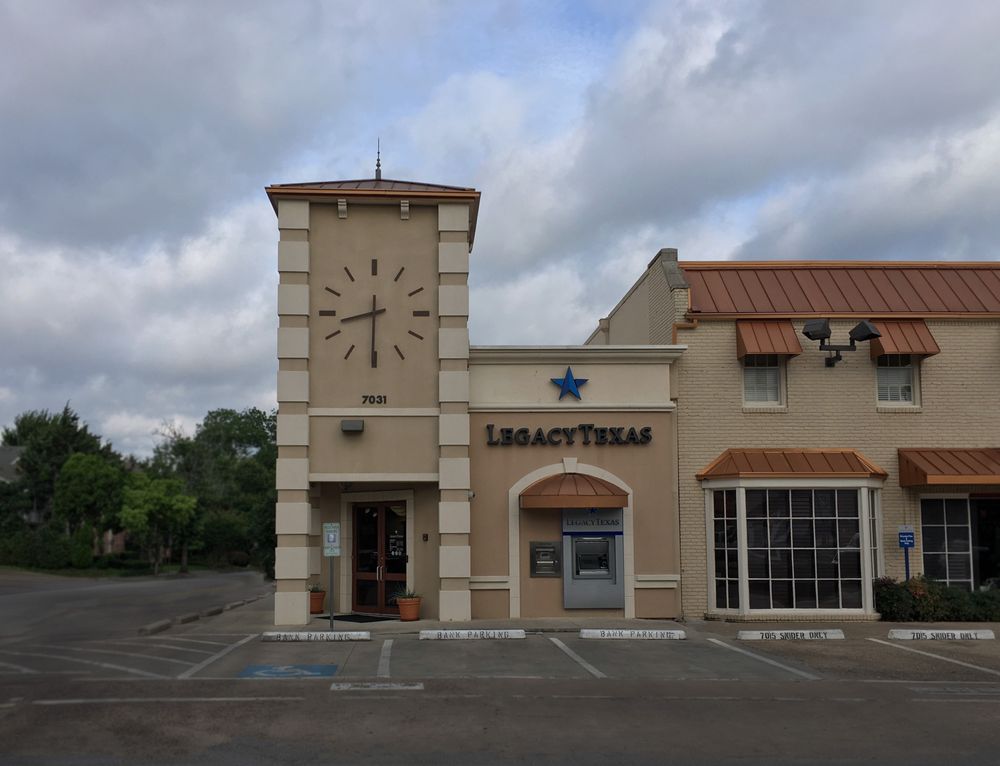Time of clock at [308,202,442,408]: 8:30
